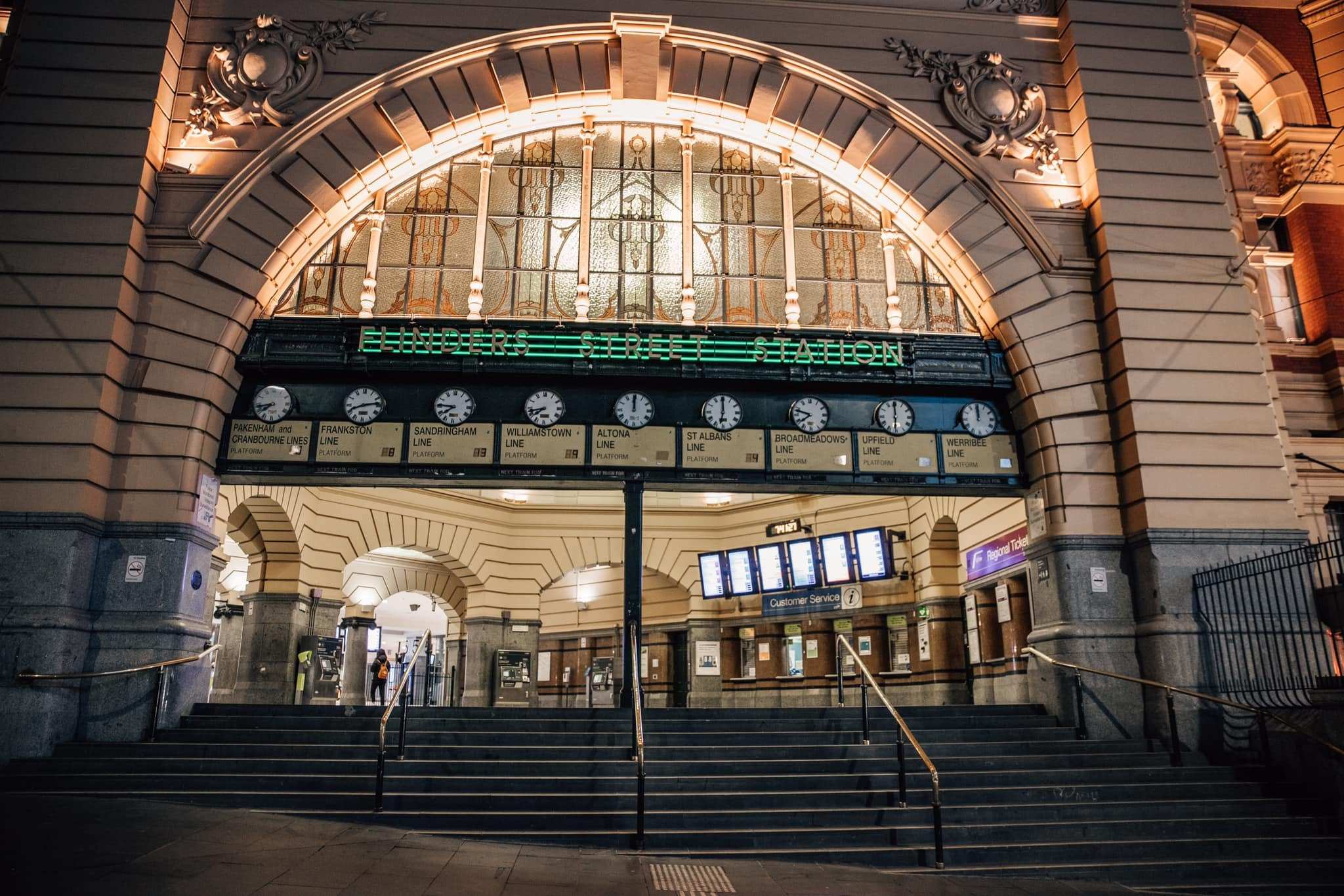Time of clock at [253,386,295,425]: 7:43
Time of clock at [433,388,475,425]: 7:45
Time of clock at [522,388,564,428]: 7:42
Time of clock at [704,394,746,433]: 5:59
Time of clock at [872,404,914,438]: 5:59
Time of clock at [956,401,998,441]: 12:00
